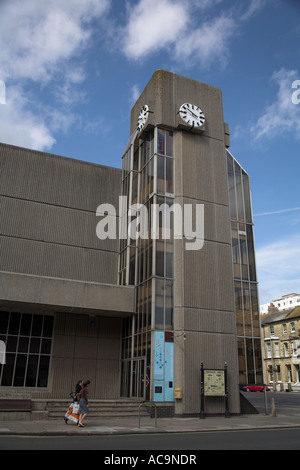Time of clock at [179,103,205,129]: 3:51
